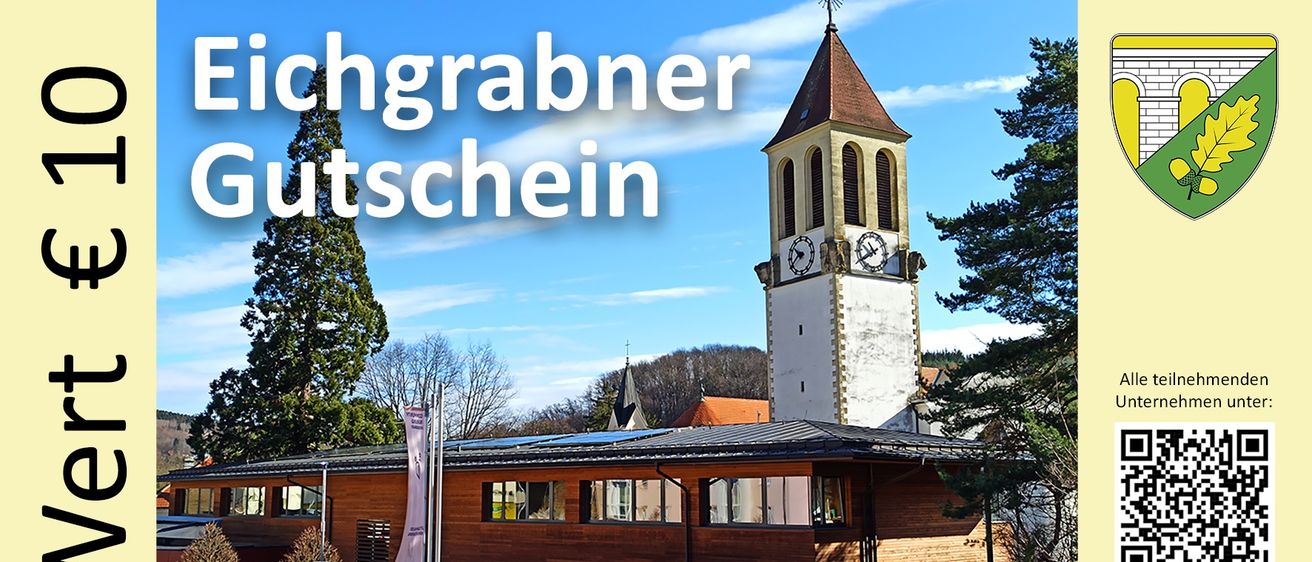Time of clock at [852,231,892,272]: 10:39
